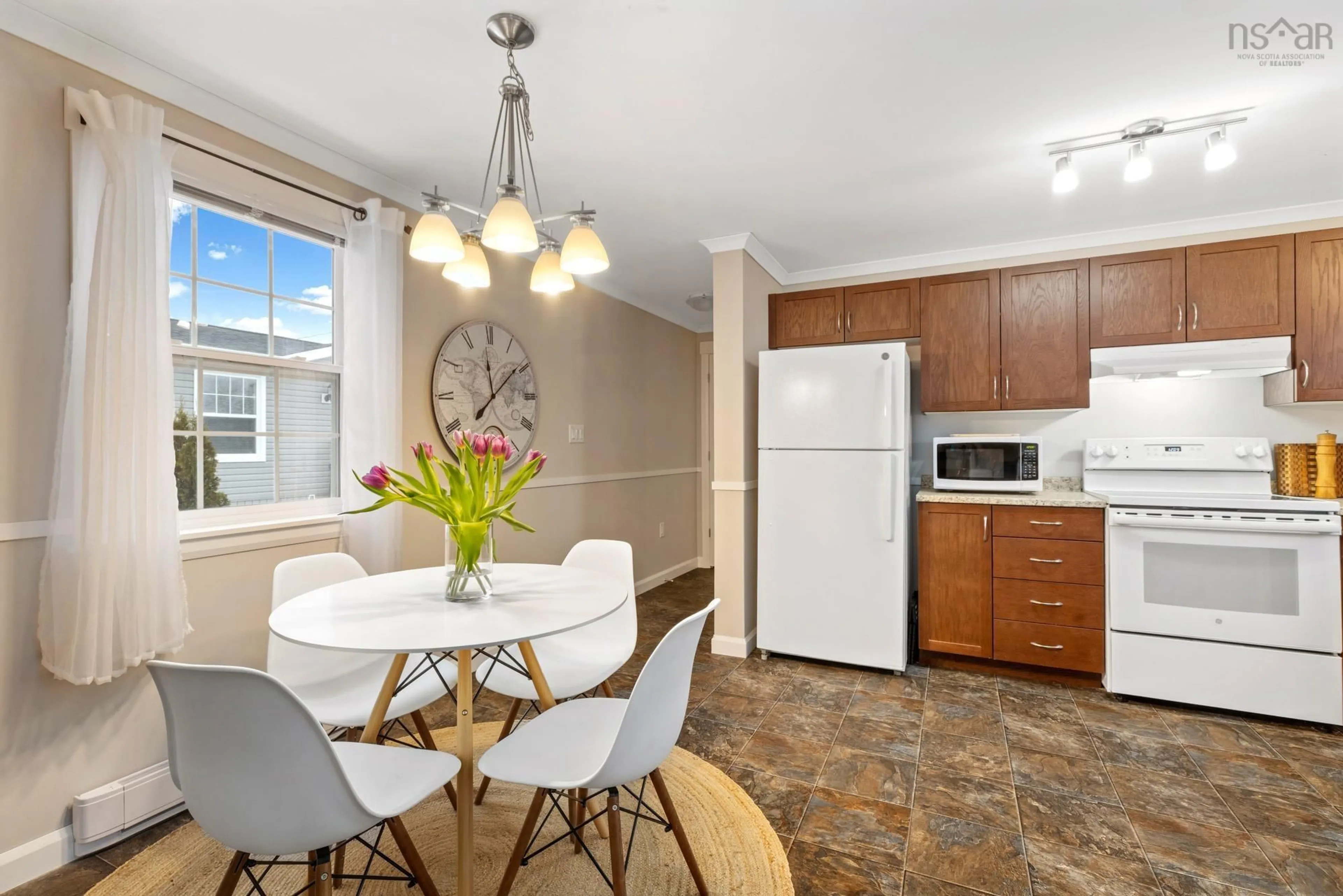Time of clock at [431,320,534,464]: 12:08
